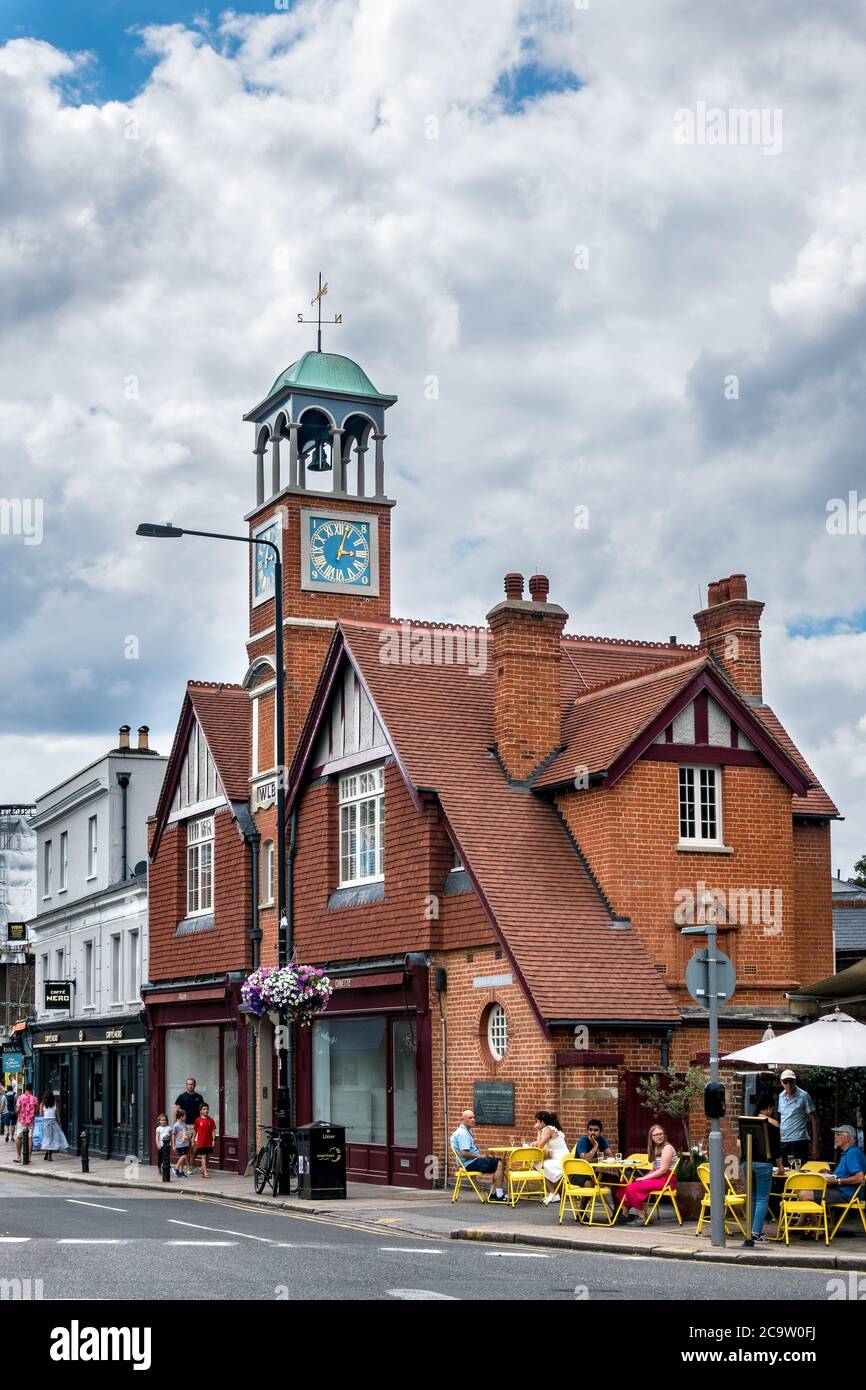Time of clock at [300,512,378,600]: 3:02
